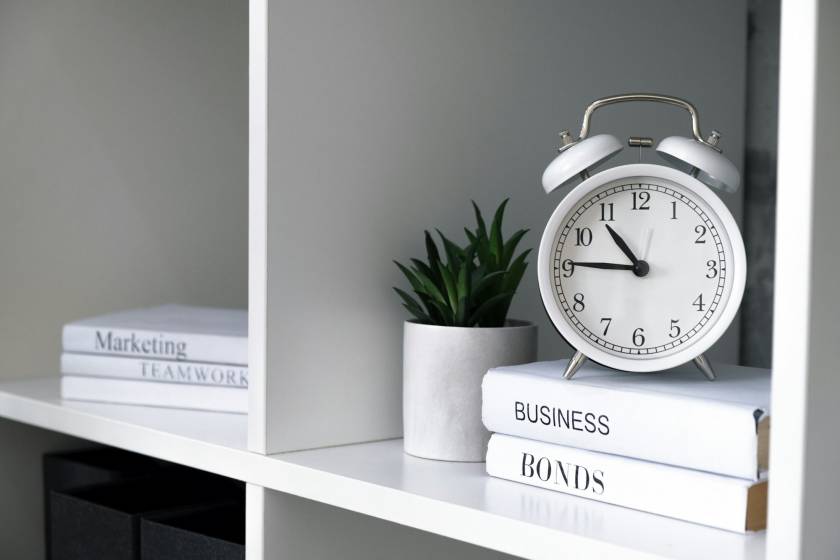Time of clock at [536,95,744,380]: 10:45
